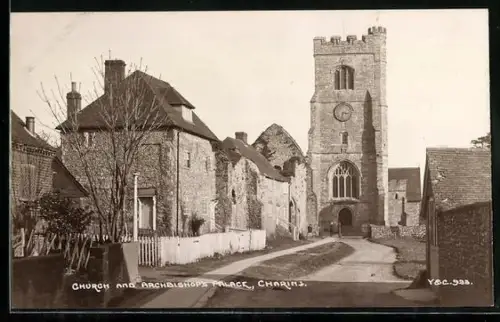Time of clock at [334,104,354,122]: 3:32
